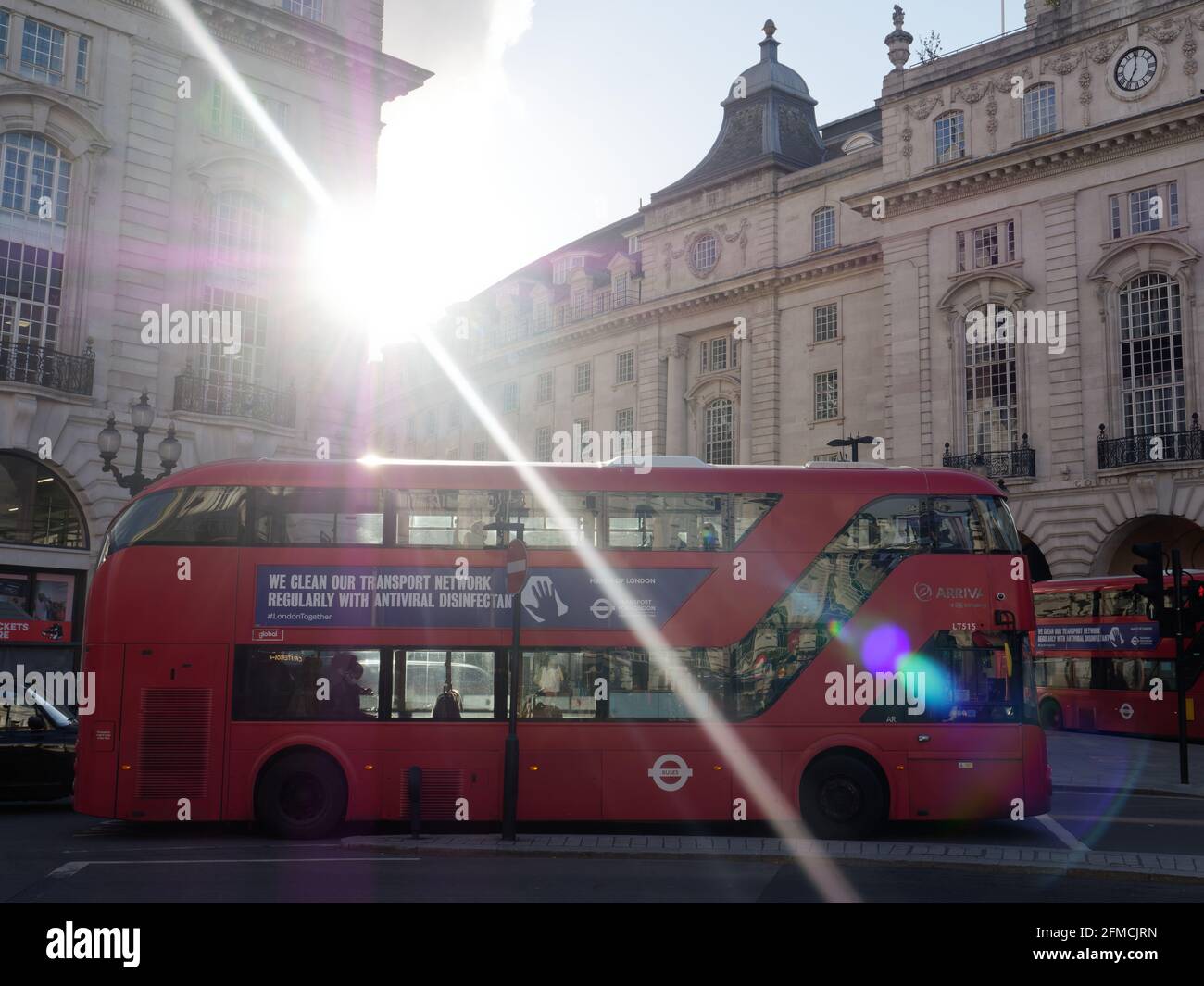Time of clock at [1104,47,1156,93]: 7:00
